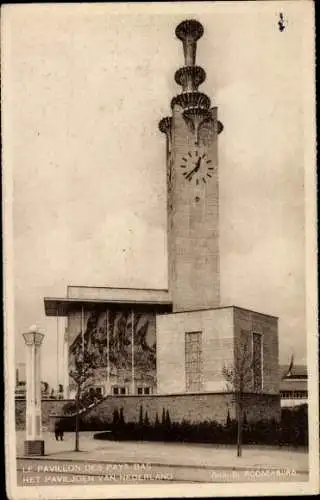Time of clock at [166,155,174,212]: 12:37
